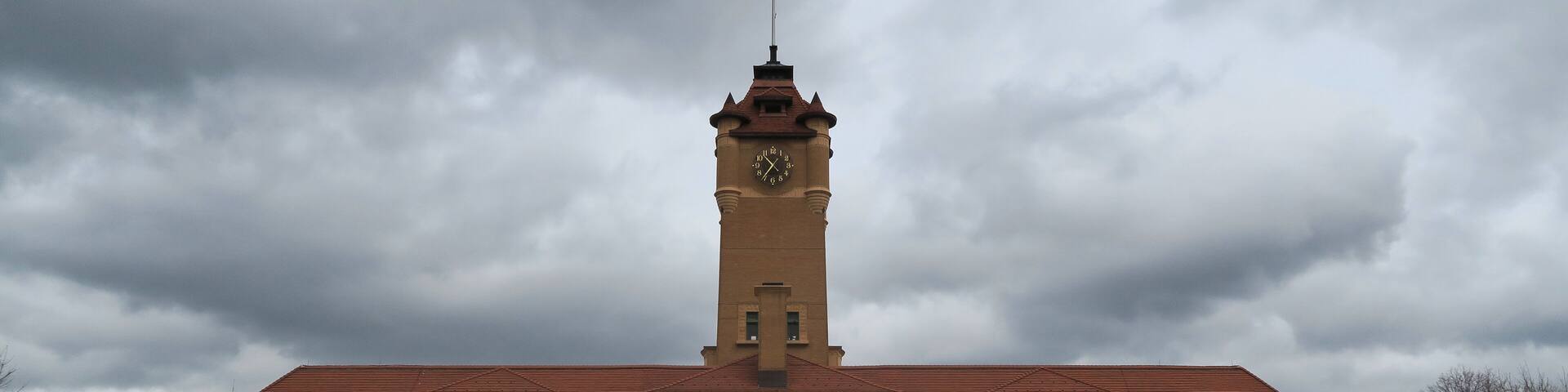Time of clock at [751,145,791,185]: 10:36
